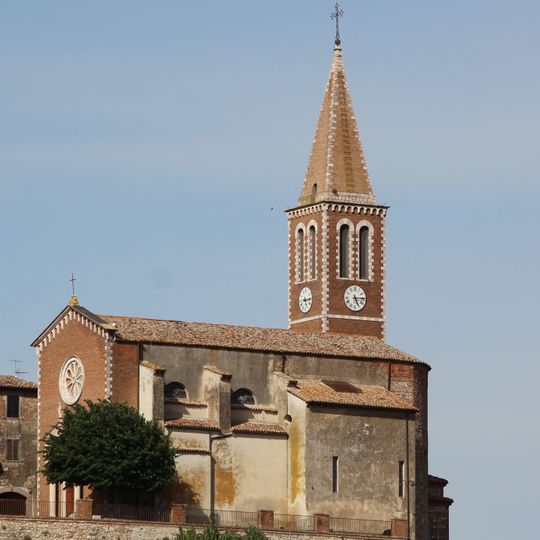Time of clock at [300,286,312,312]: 5:14
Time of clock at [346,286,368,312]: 5:14
